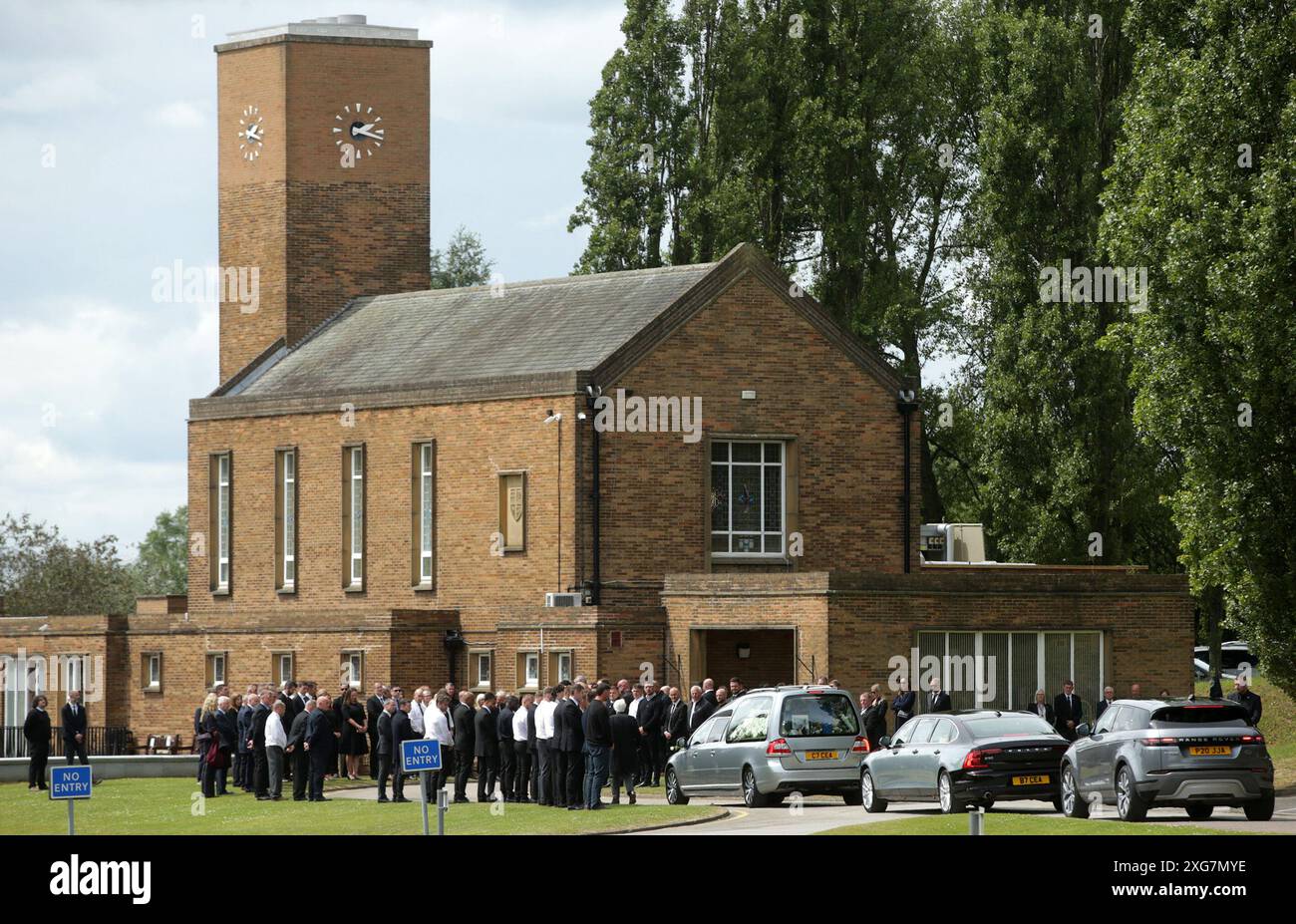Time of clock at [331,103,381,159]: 2:17
